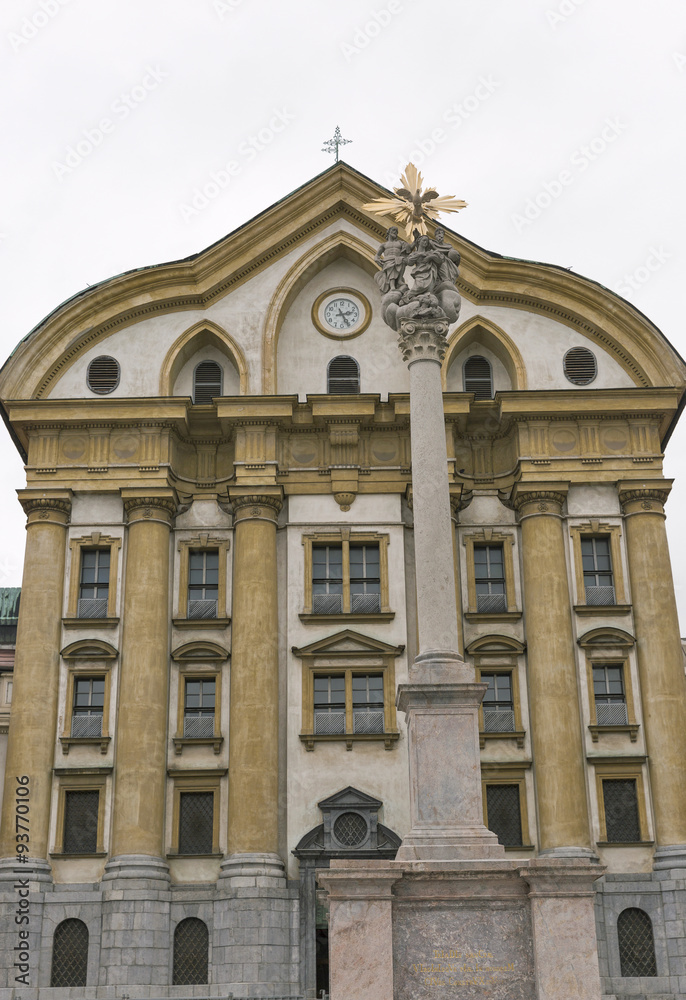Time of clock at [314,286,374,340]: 2:25
